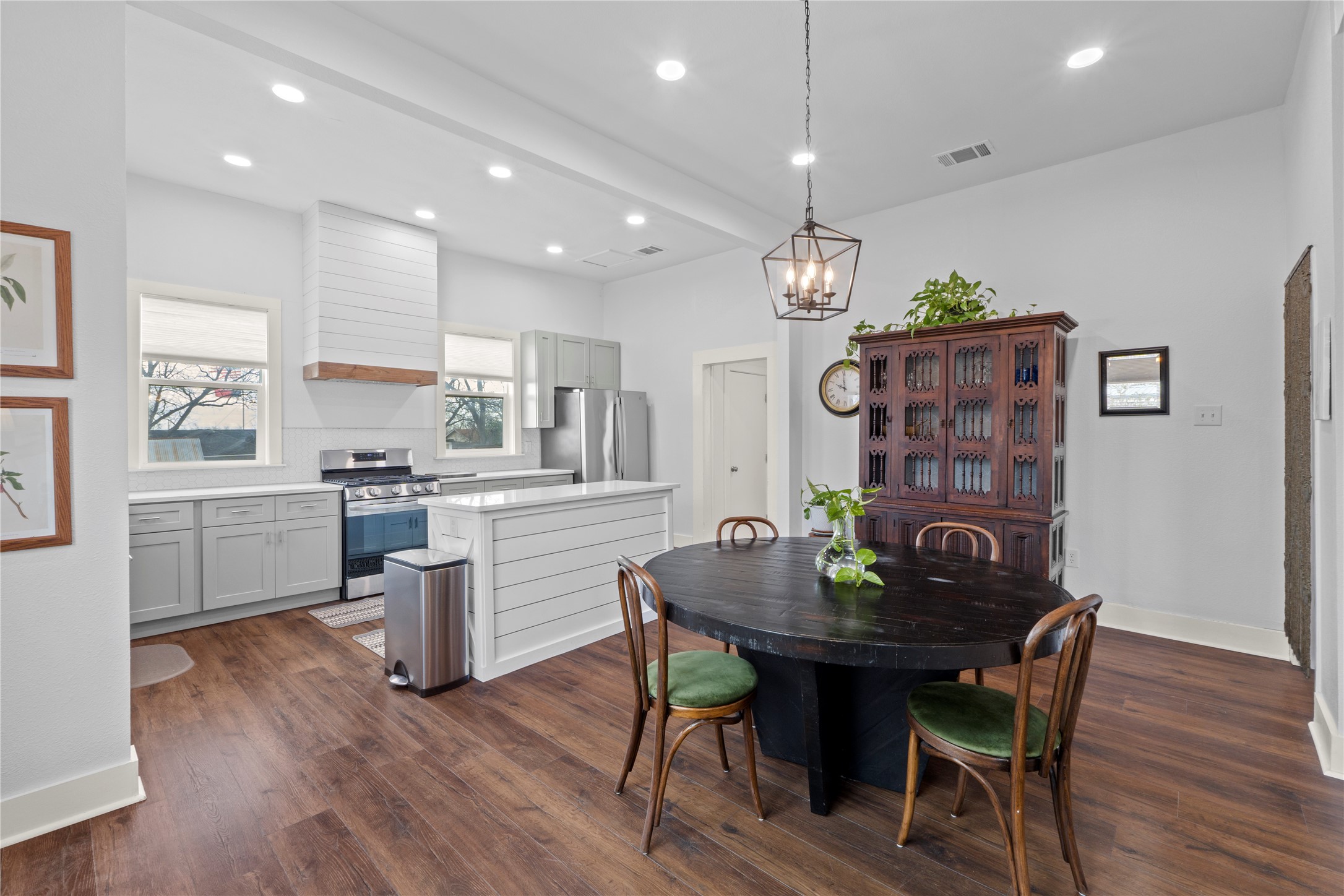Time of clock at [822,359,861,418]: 10:00
